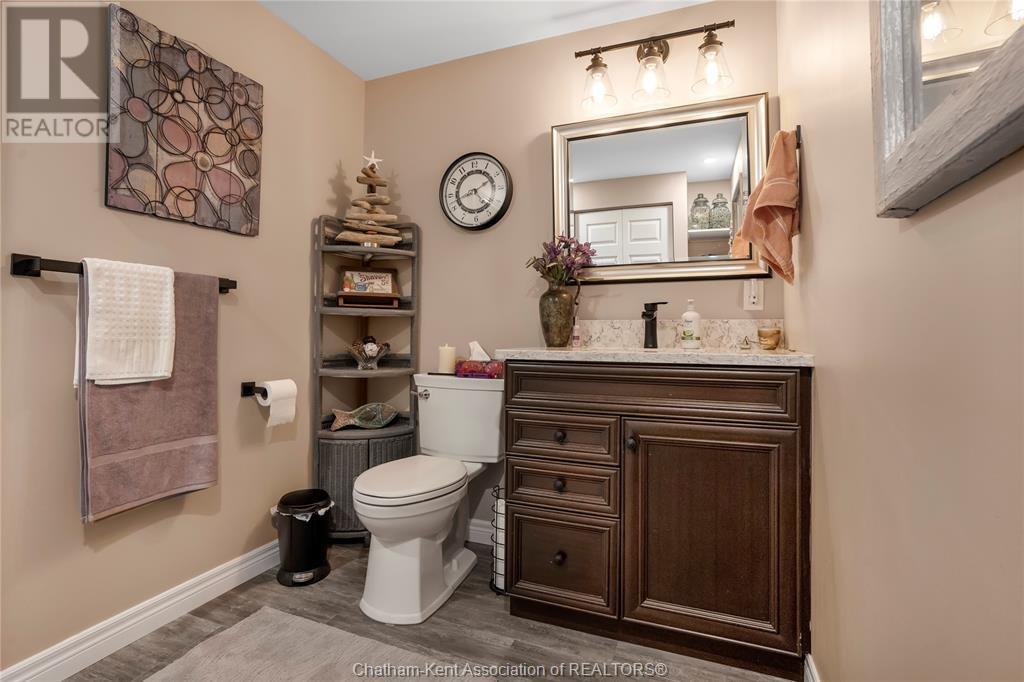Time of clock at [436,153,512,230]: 4:42
